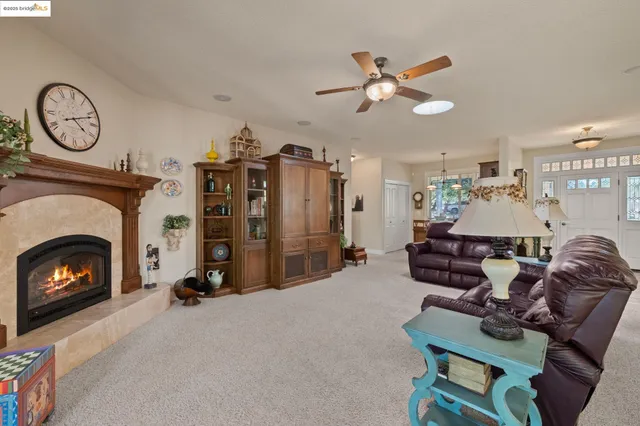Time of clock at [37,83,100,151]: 4:11
